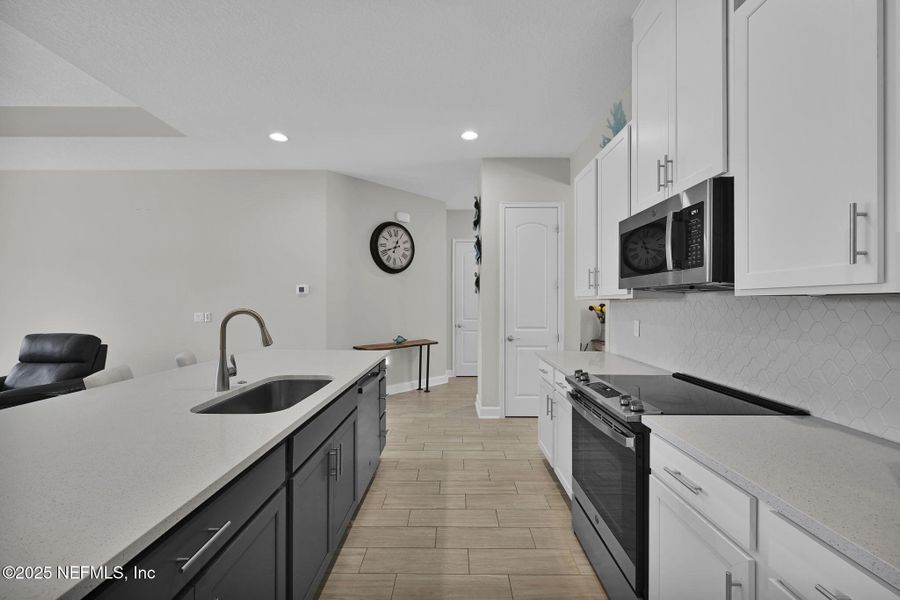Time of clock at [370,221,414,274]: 12:41
